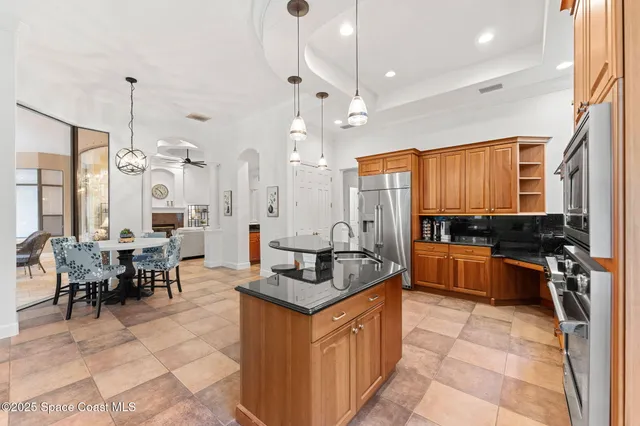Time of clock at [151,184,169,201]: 4:52
